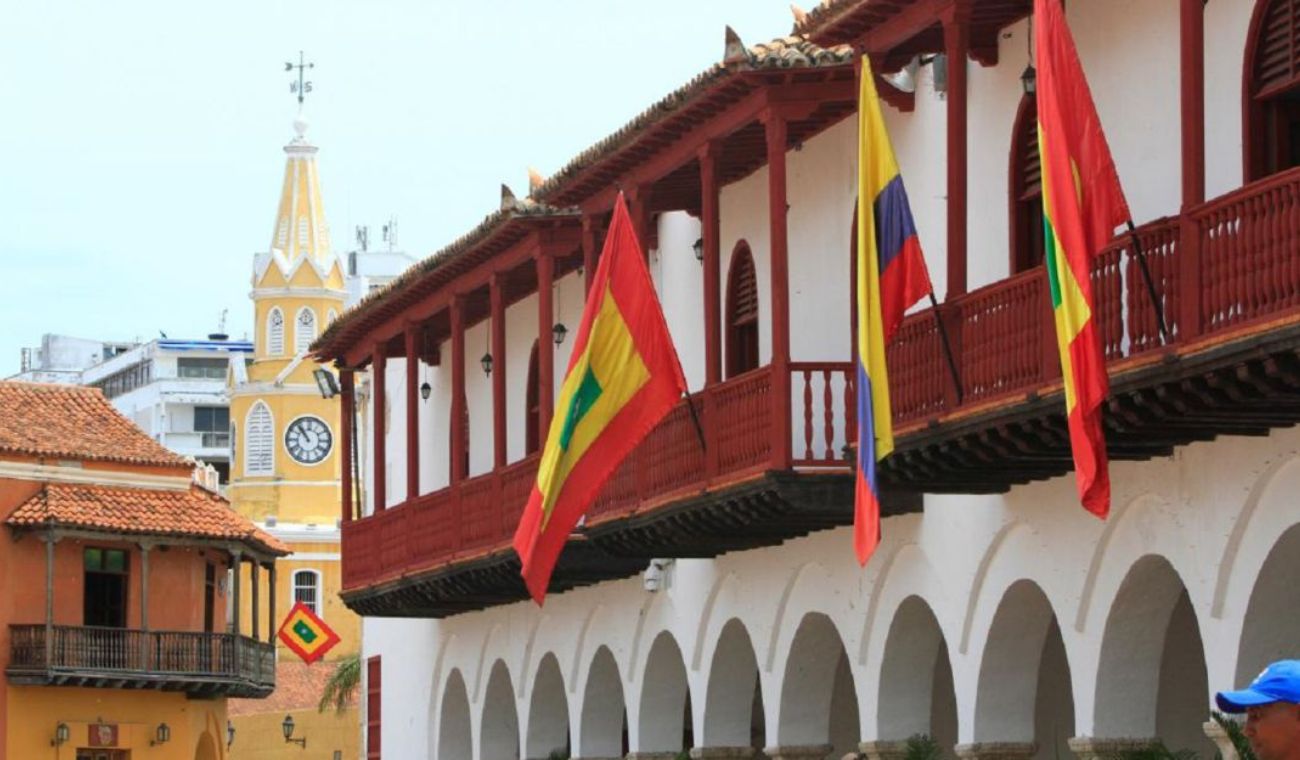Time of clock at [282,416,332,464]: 10:53
